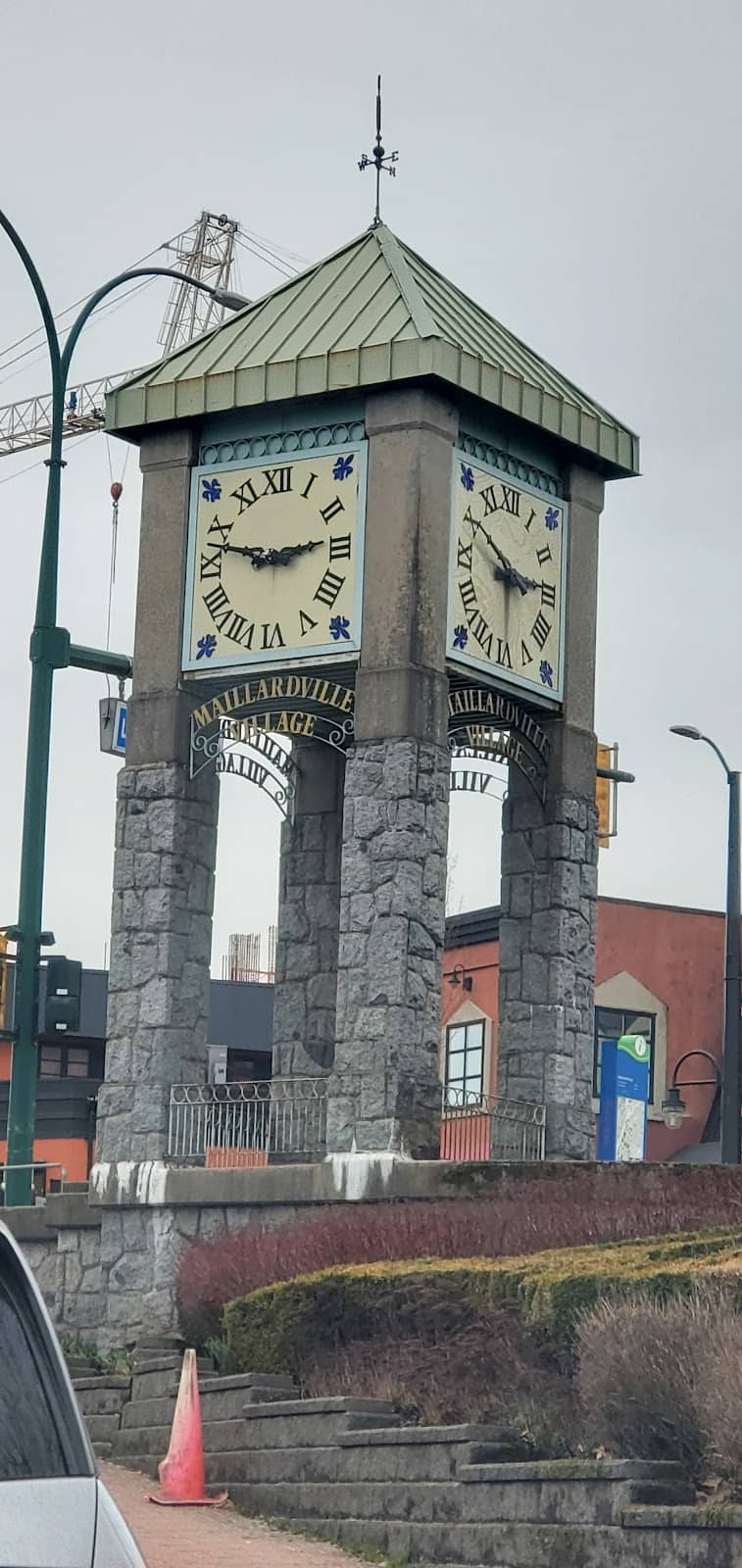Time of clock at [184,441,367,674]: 2:47
